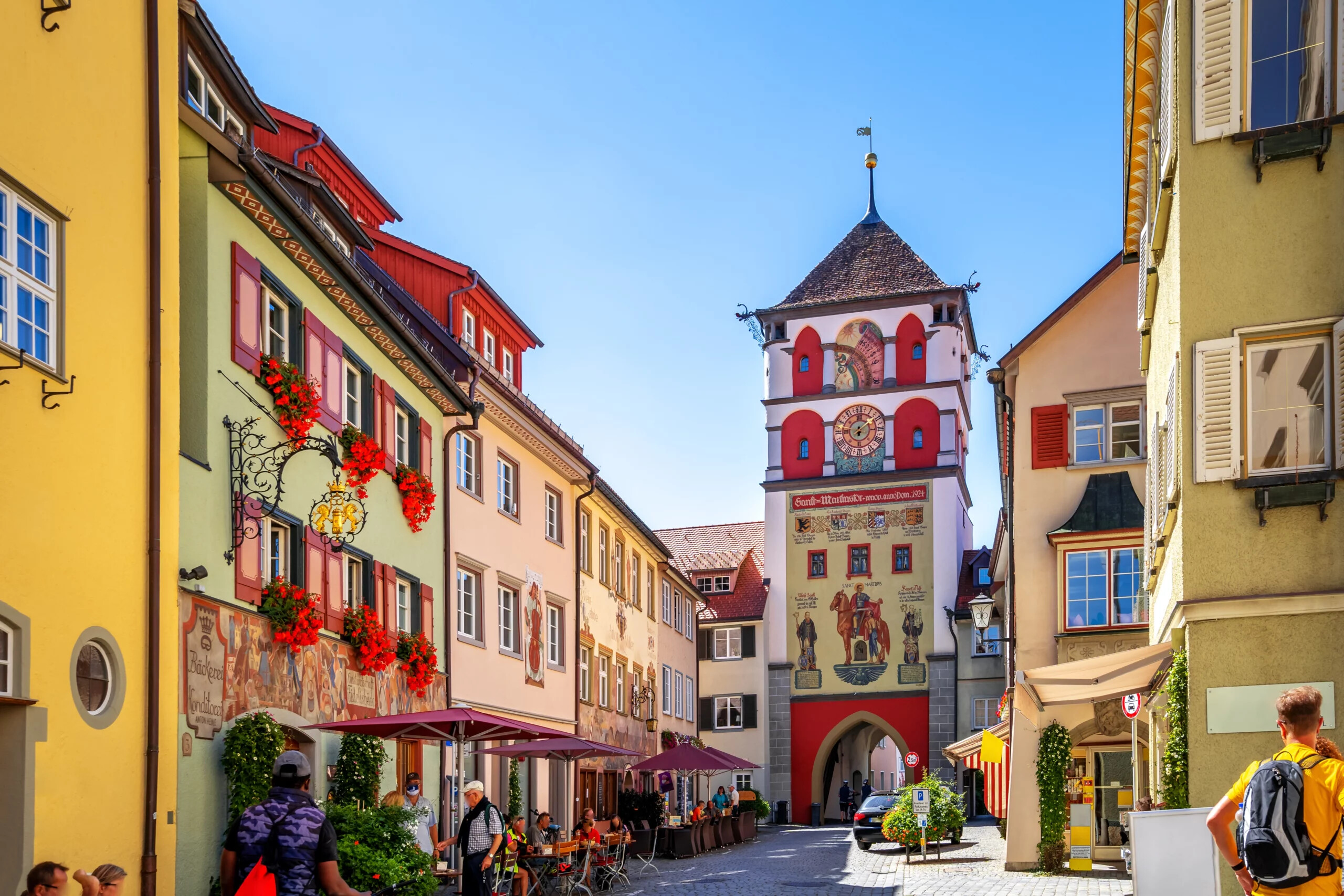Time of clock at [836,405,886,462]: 6:08
